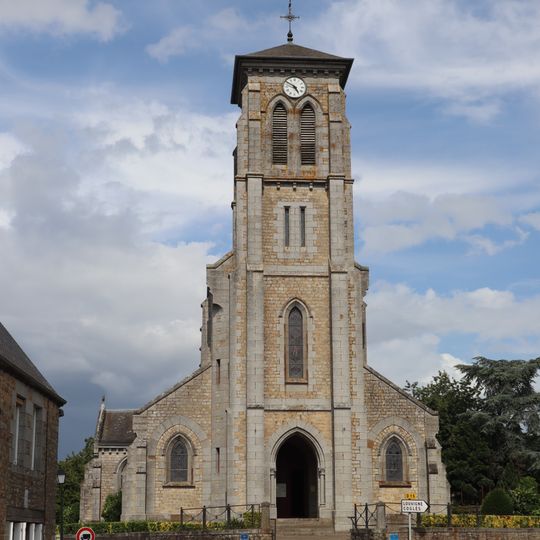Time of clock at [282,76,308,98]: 4:50
